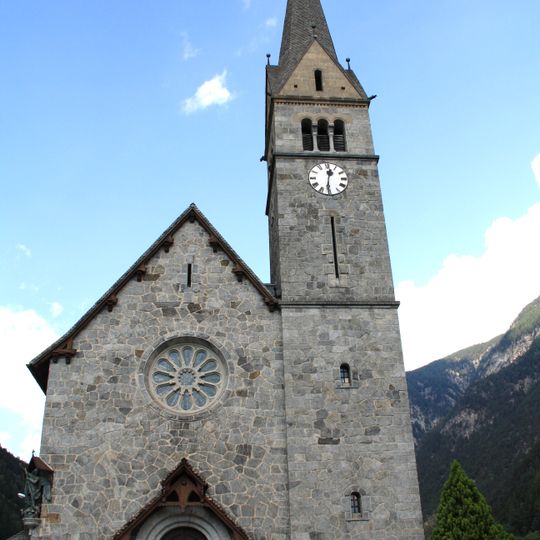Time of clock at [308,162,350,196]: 12:30
